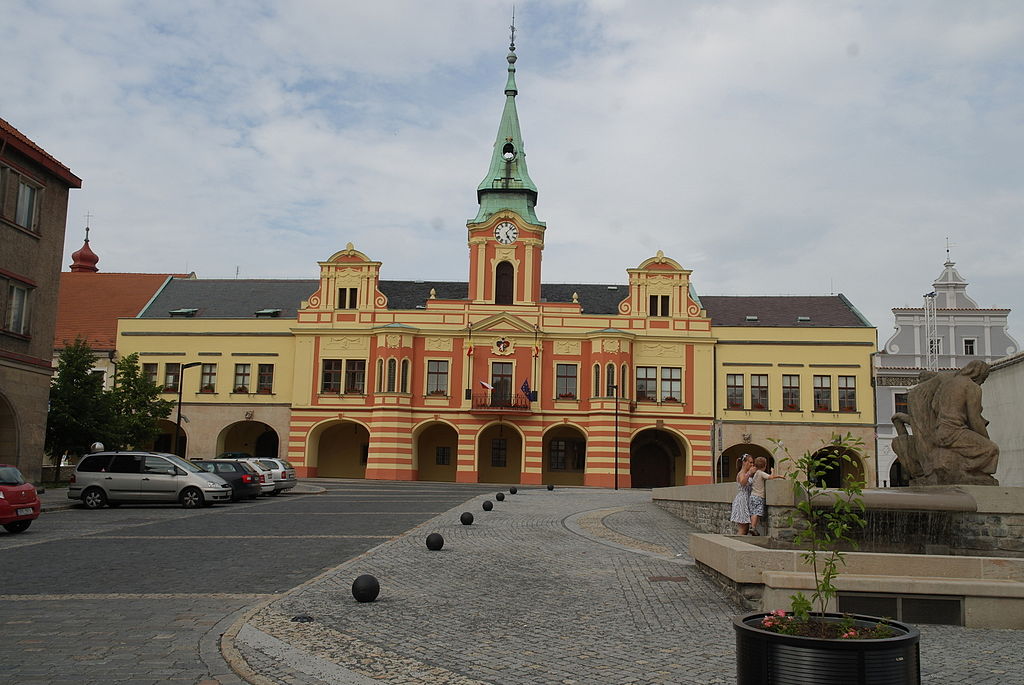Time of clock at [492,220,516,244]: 5:07
